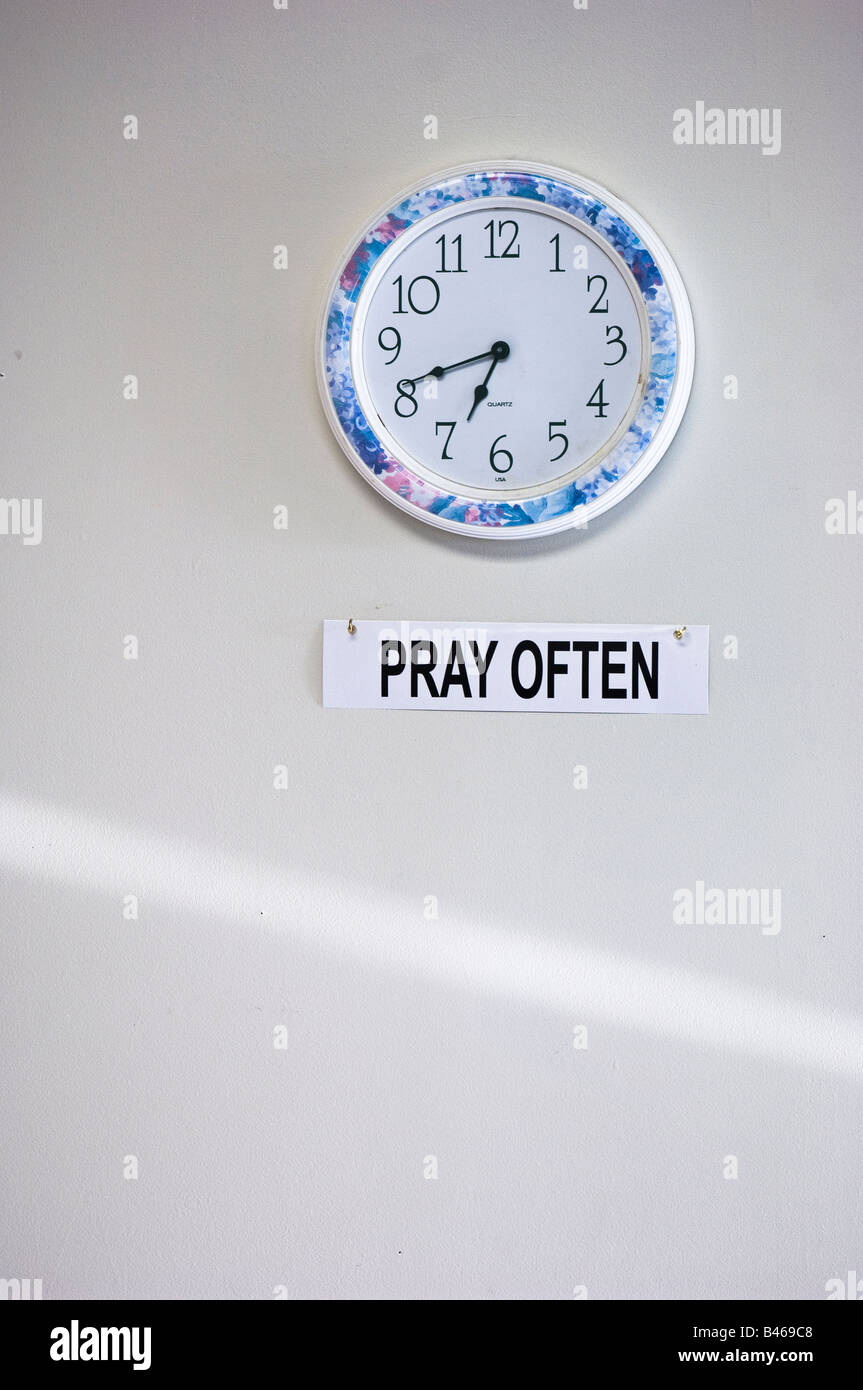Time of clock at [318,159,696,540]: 6:41
